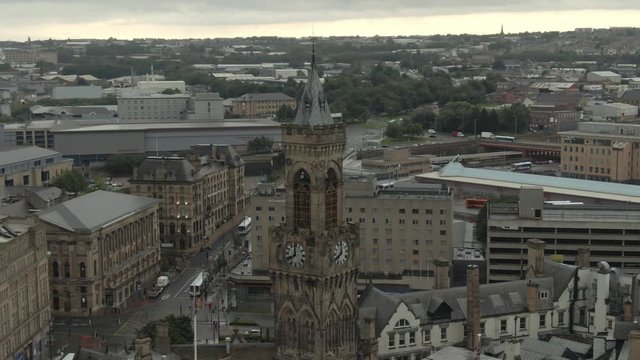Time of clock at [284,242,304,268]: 7:58
